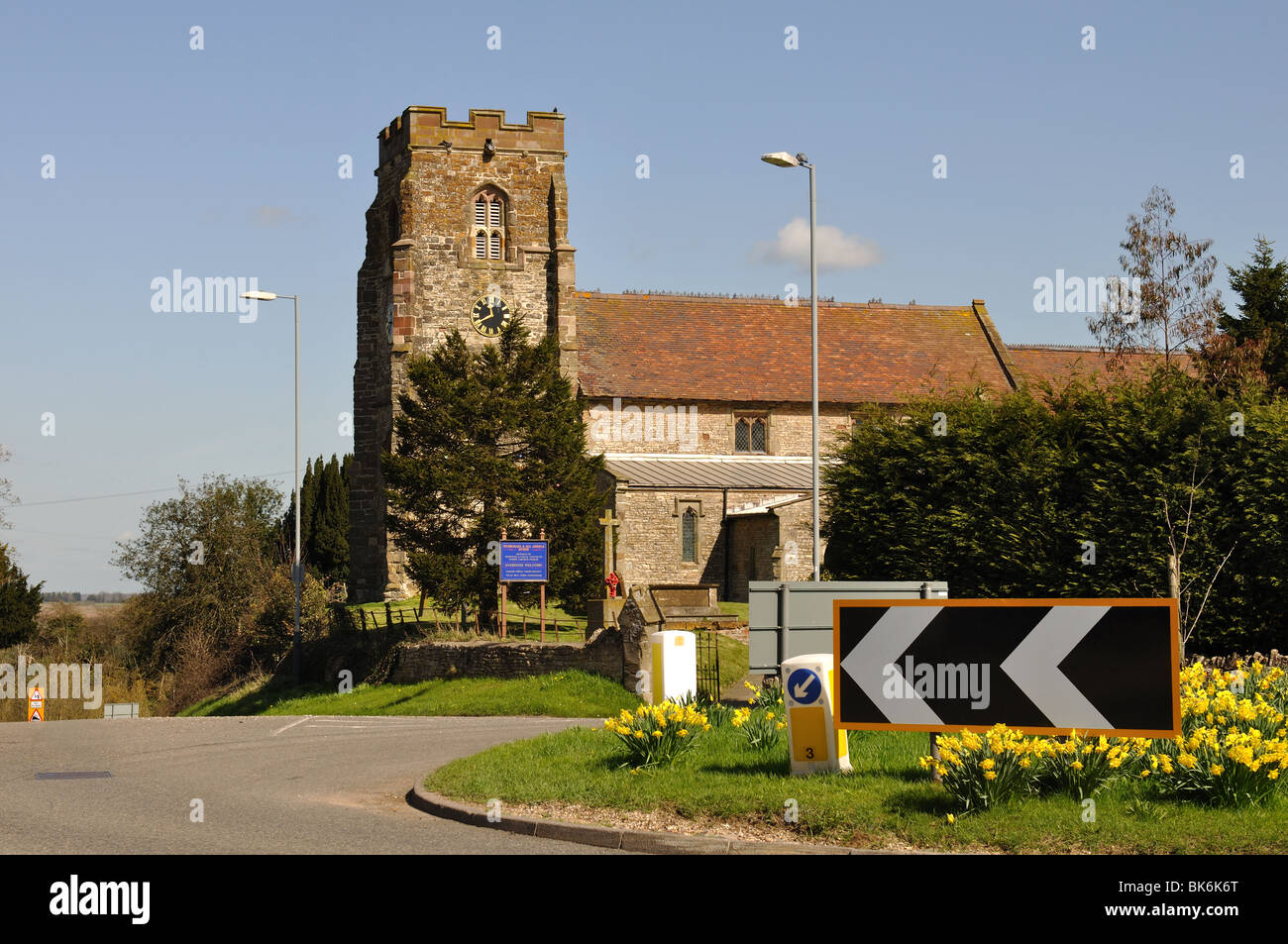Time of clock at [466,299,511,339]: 11:40
